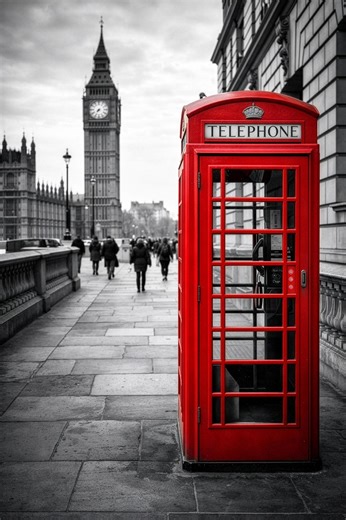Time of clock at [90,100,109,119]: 7:34
